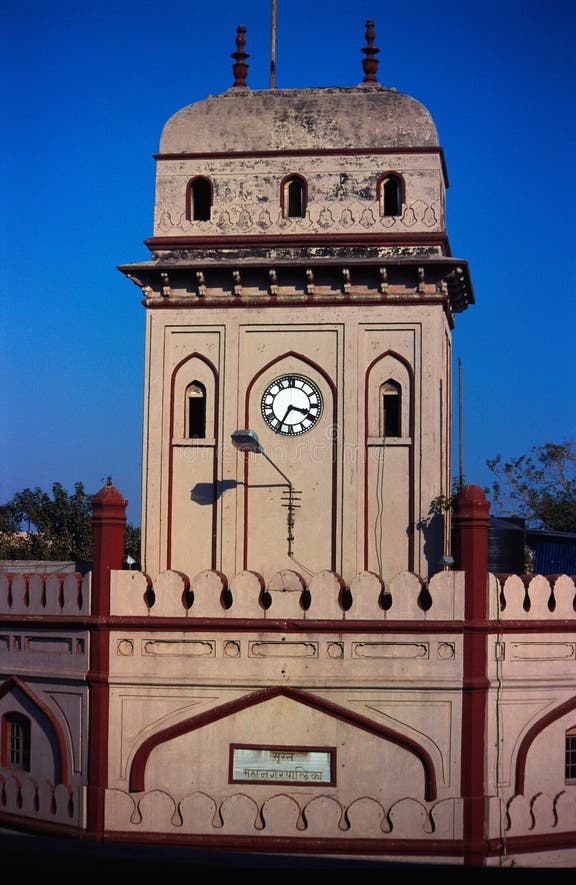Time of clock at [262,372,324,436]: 3:34
